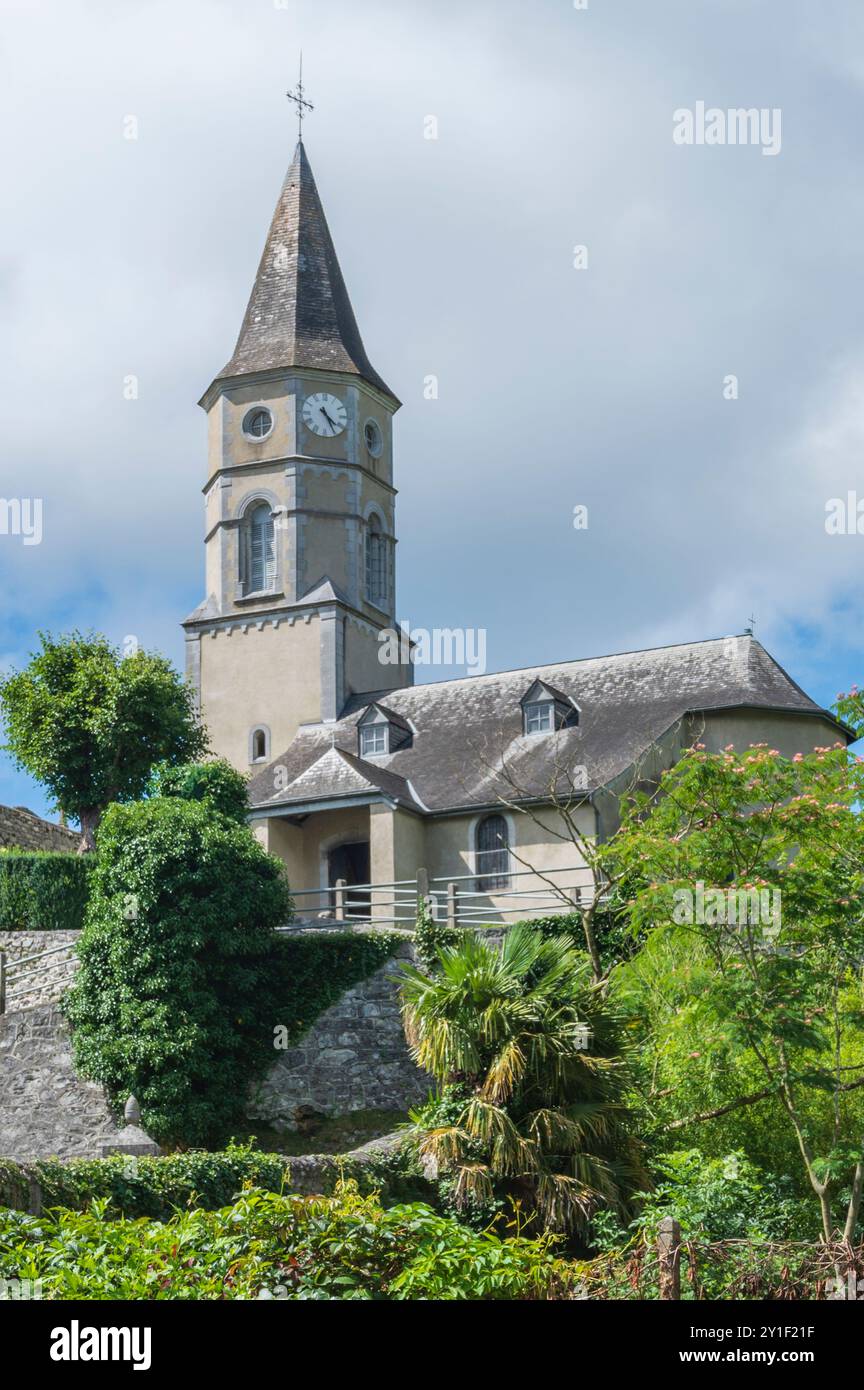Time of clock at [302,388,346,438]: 4:25
